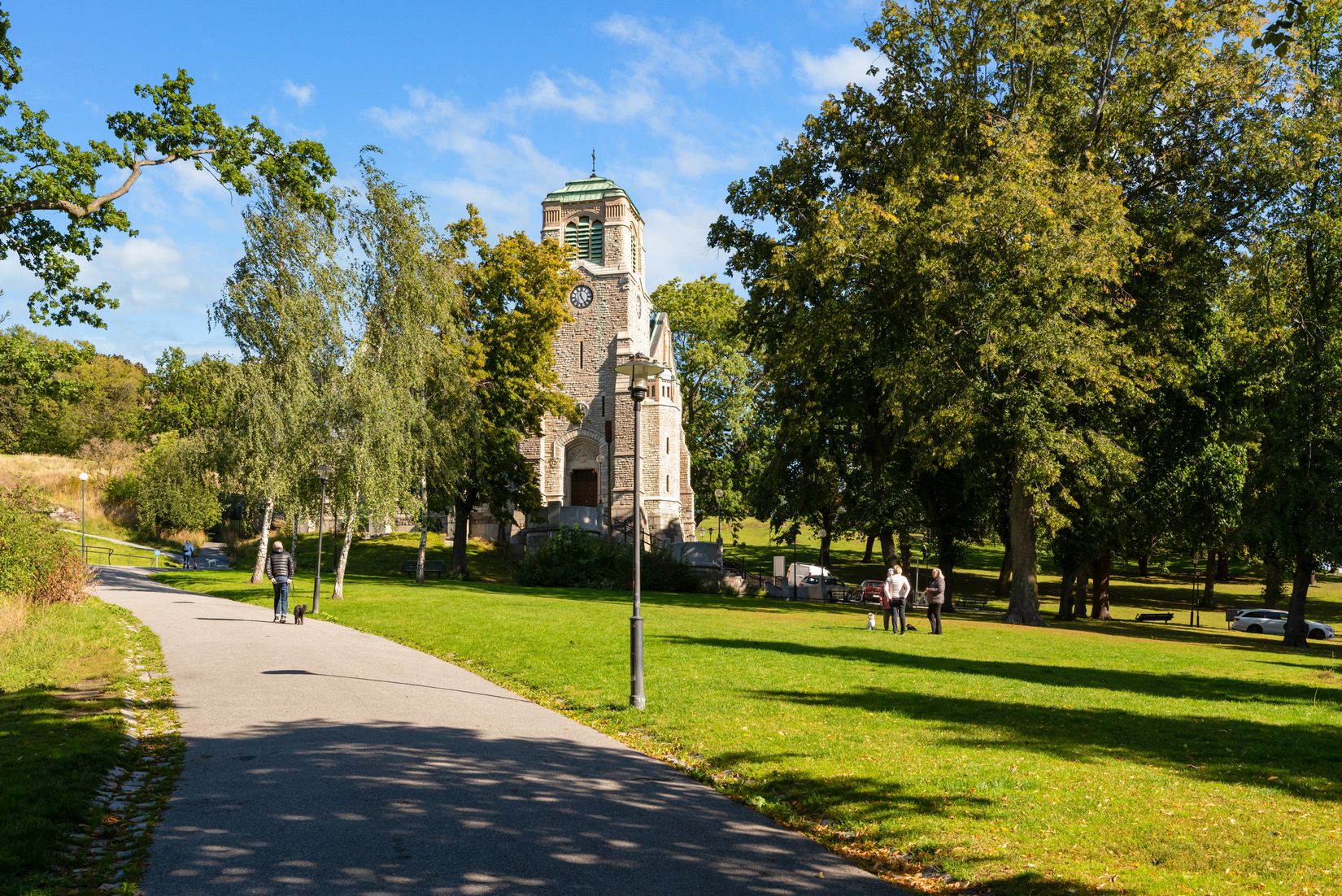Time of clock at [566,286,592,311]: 11:24
